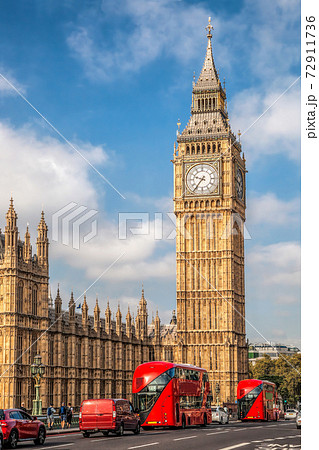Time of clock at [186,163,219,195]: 9:36
